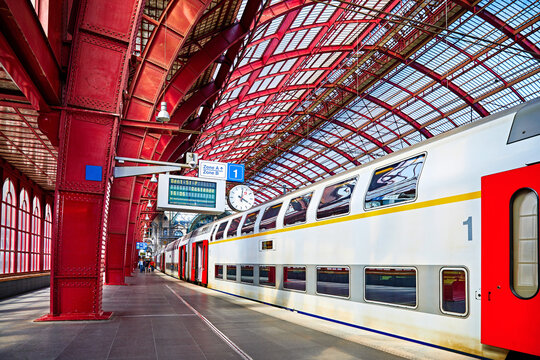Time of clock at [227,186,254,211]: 4:02
